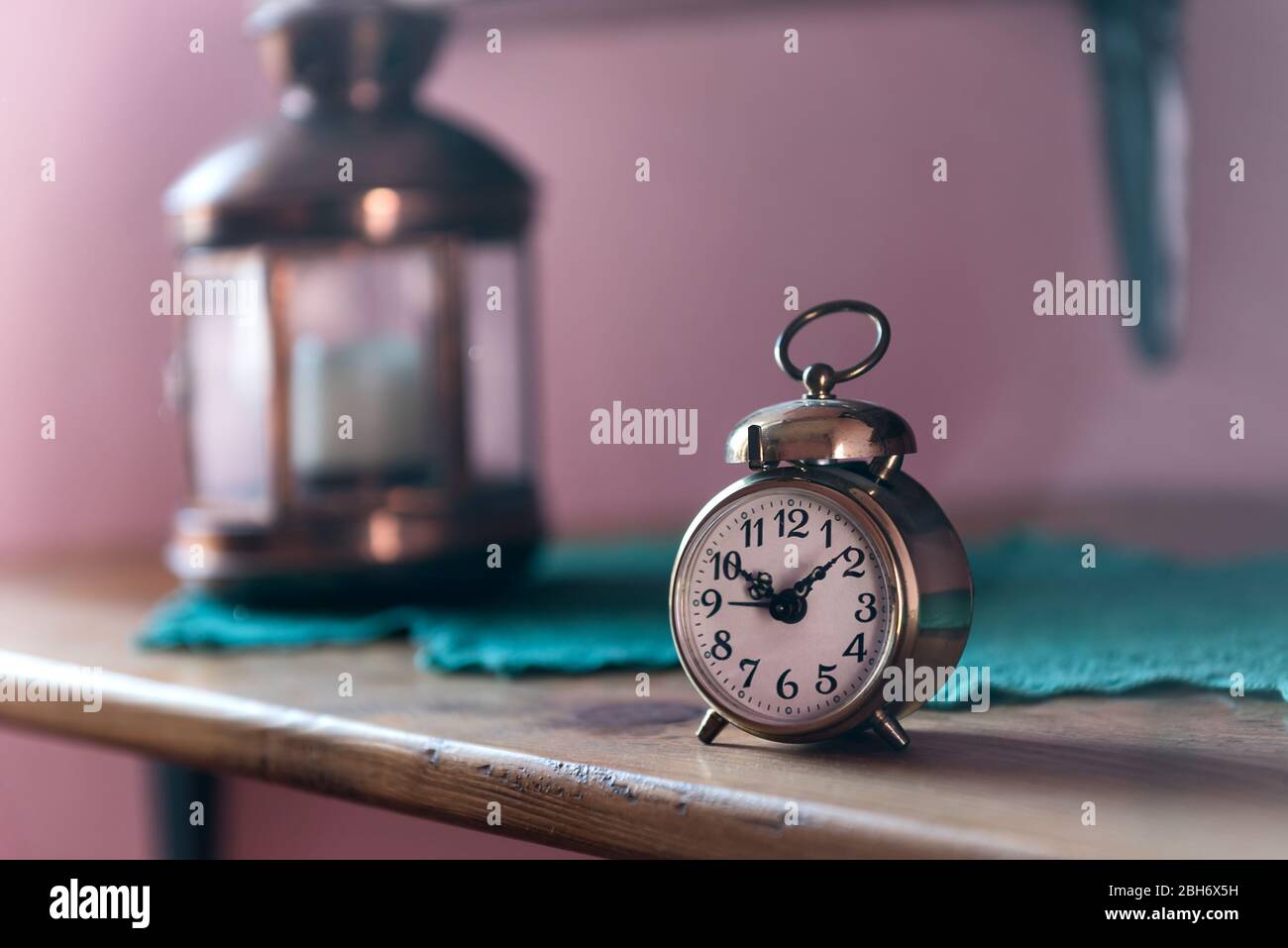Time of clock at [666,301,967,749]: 10:08
